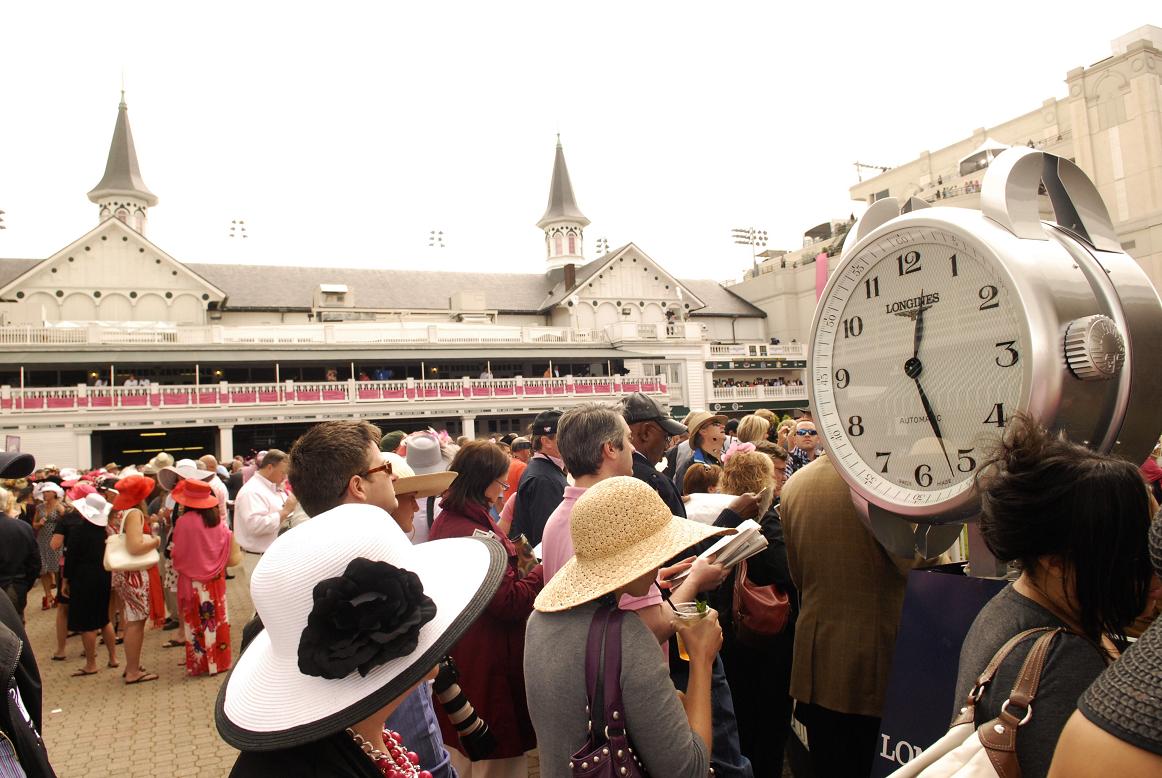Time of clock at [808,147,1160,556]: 12:26
